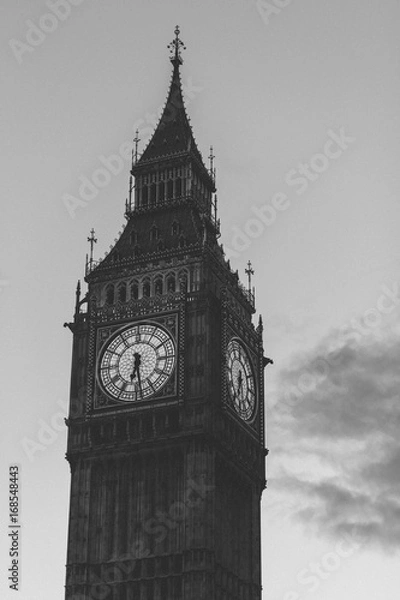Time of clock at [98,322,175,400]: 6:28
